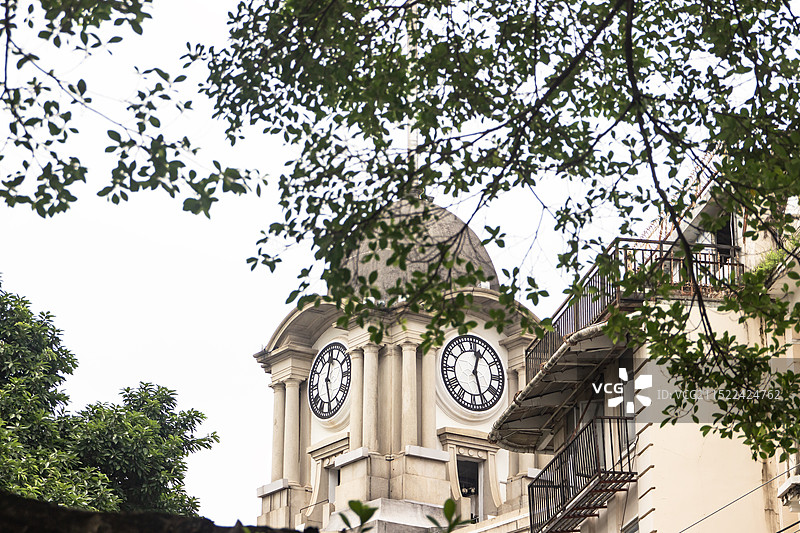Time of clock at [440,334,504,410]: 12:26
